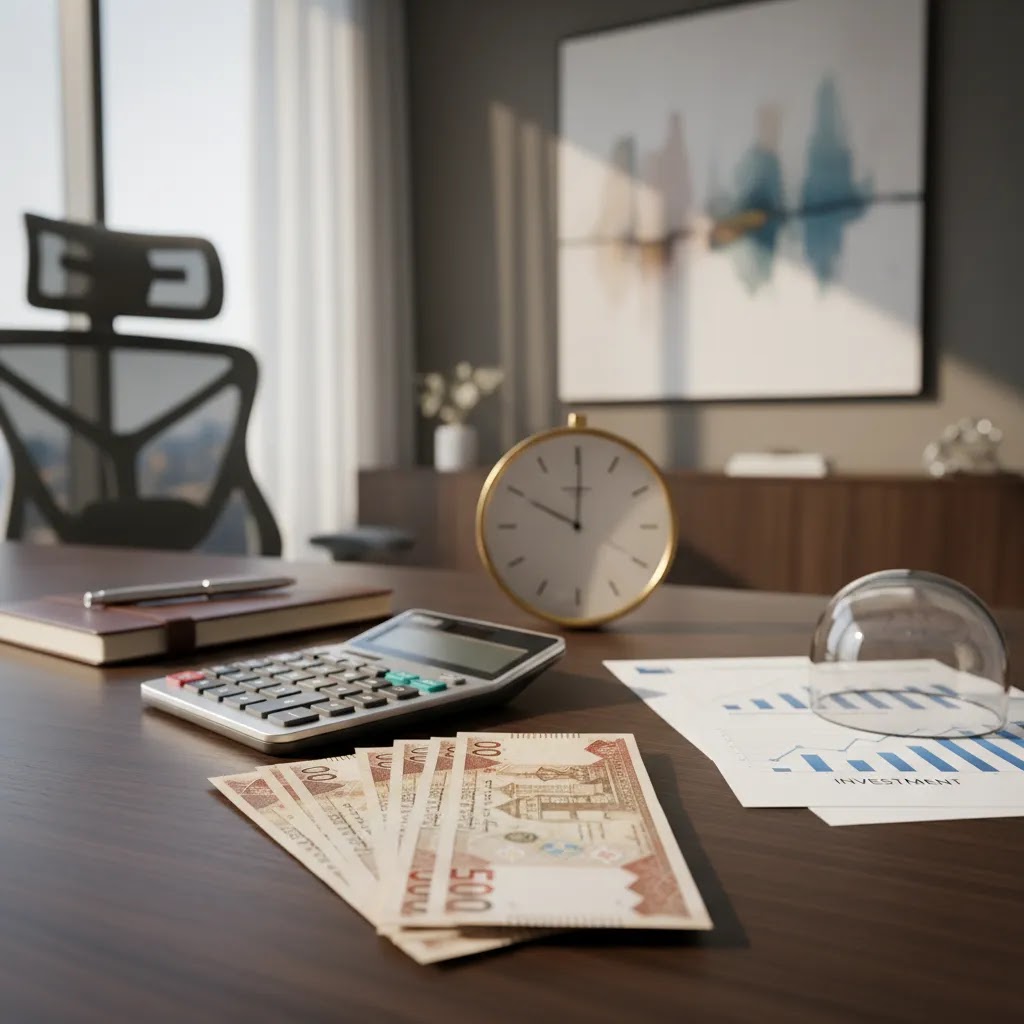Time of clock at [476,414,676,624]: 10:00
